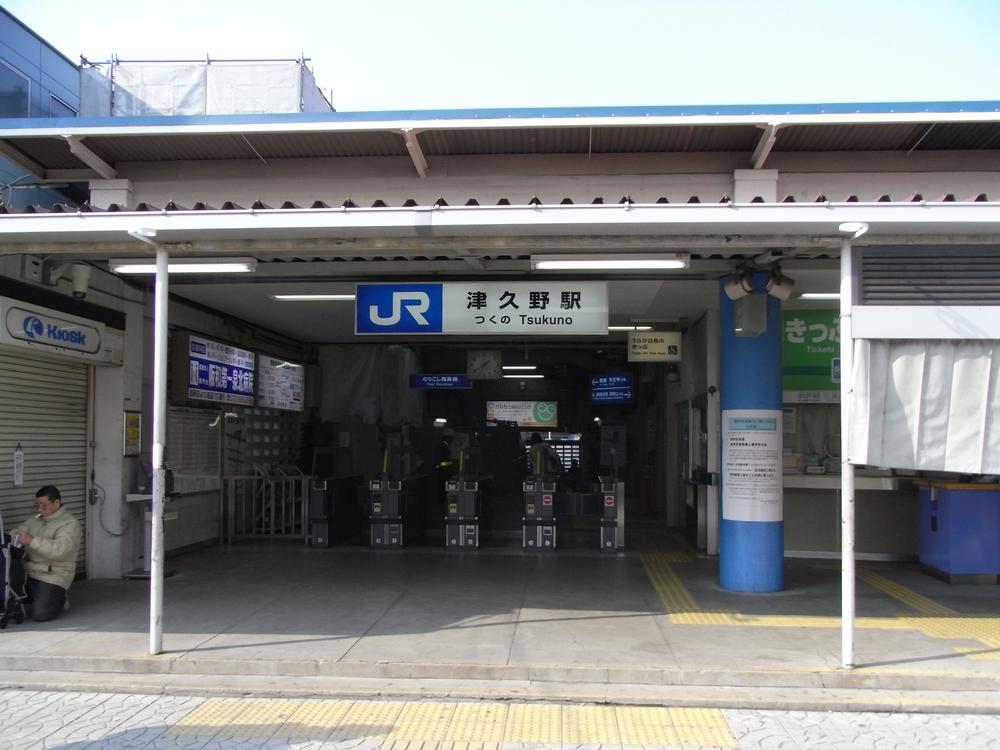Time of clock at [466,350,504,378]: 1:39
